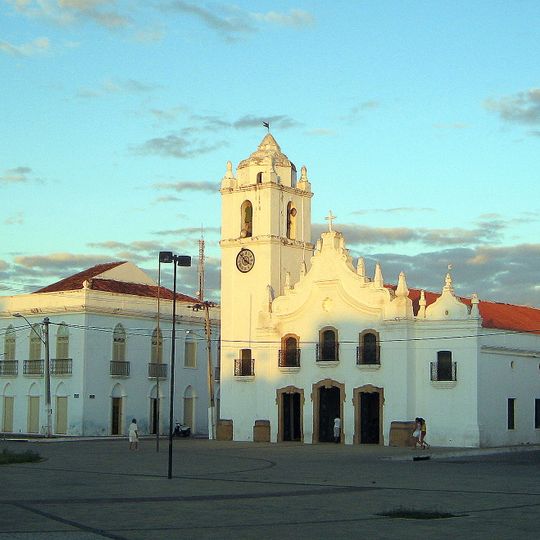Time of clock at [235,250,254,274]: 3:52
